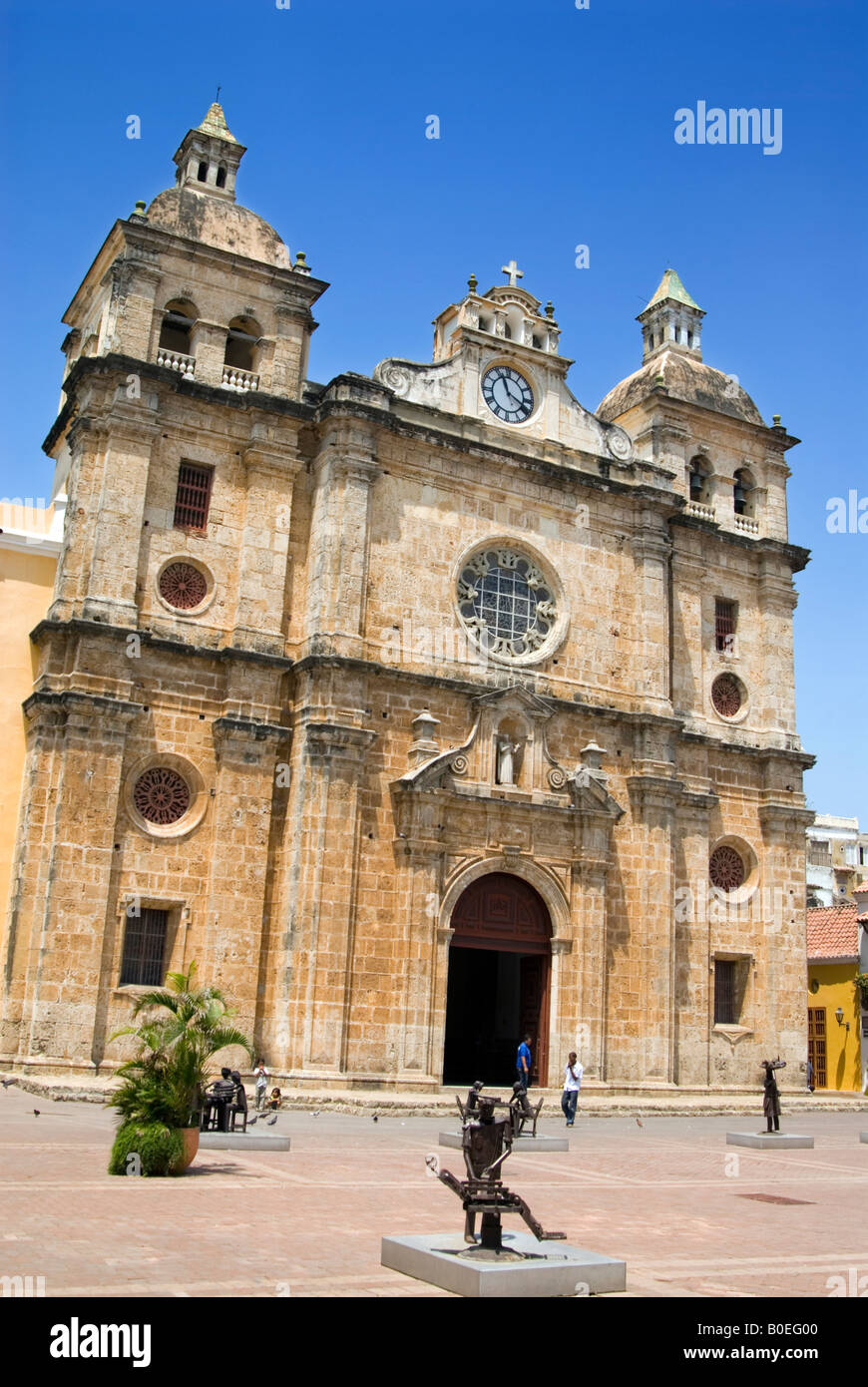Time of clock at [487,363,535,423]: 11:18
